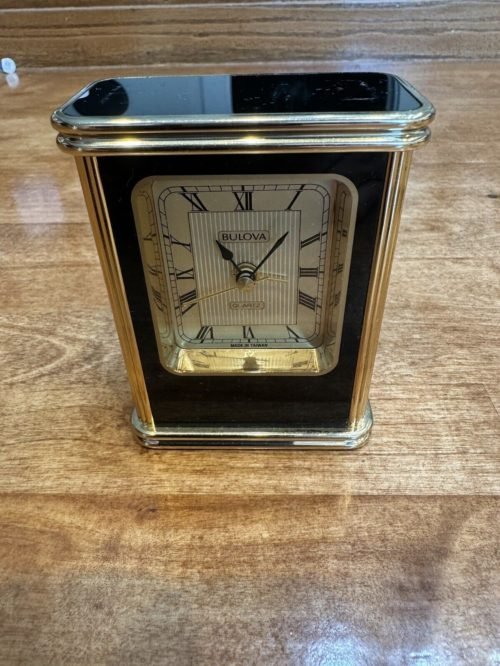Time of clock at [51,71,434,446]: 11:07
